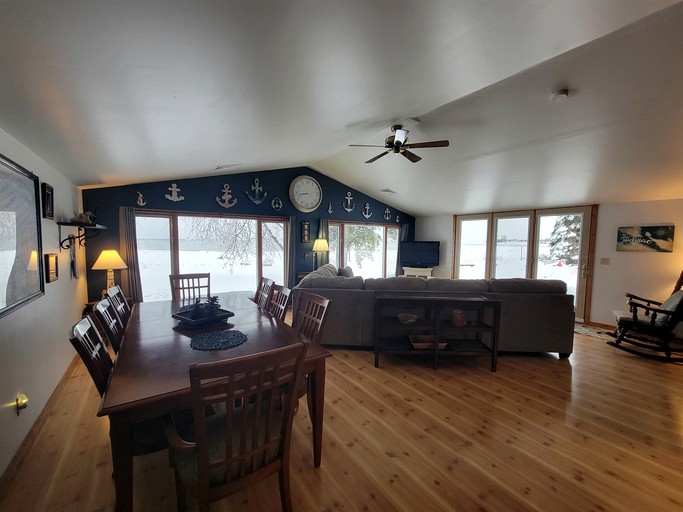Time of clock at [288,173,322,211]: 8:42
